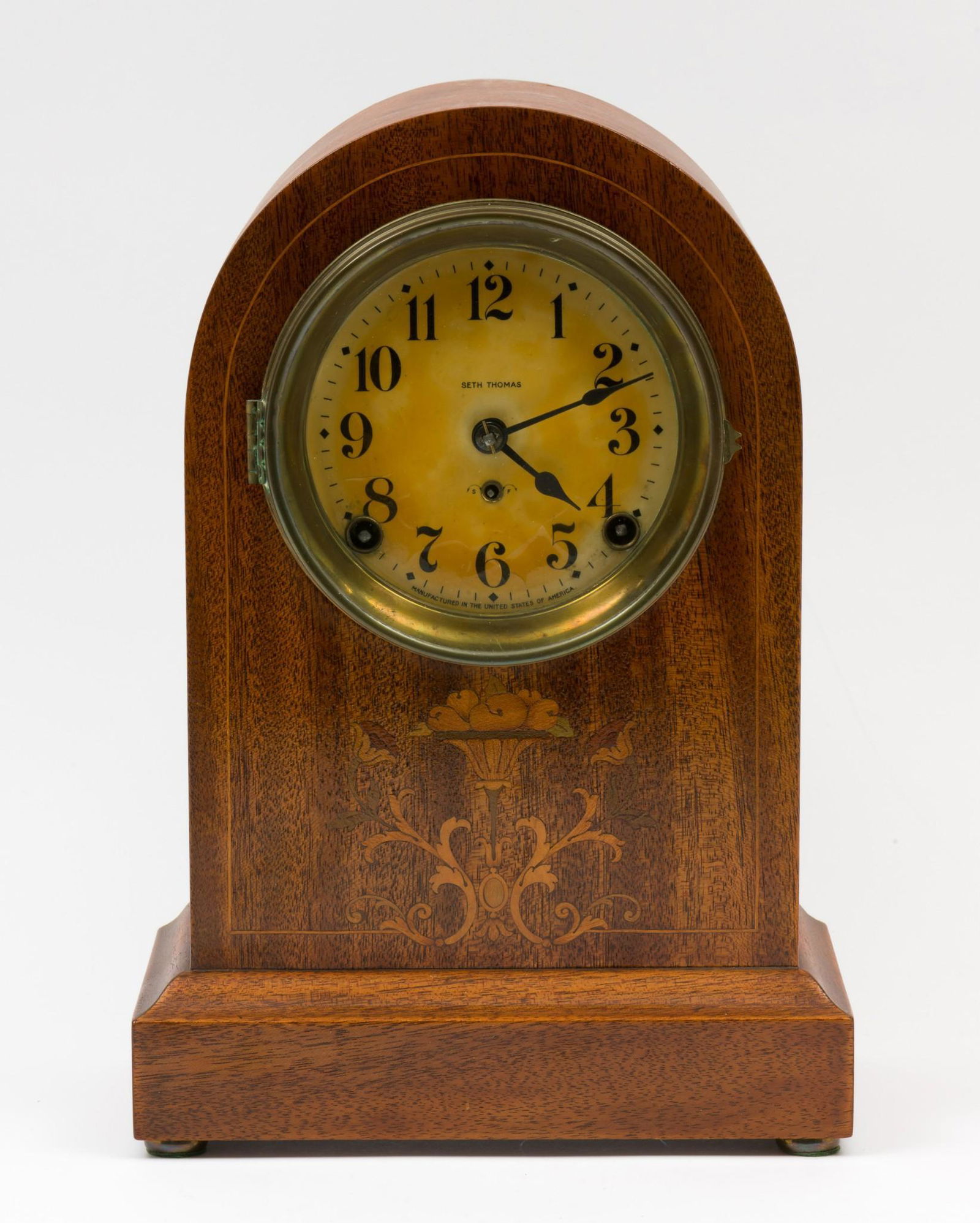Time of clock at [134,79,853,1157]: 4:11
